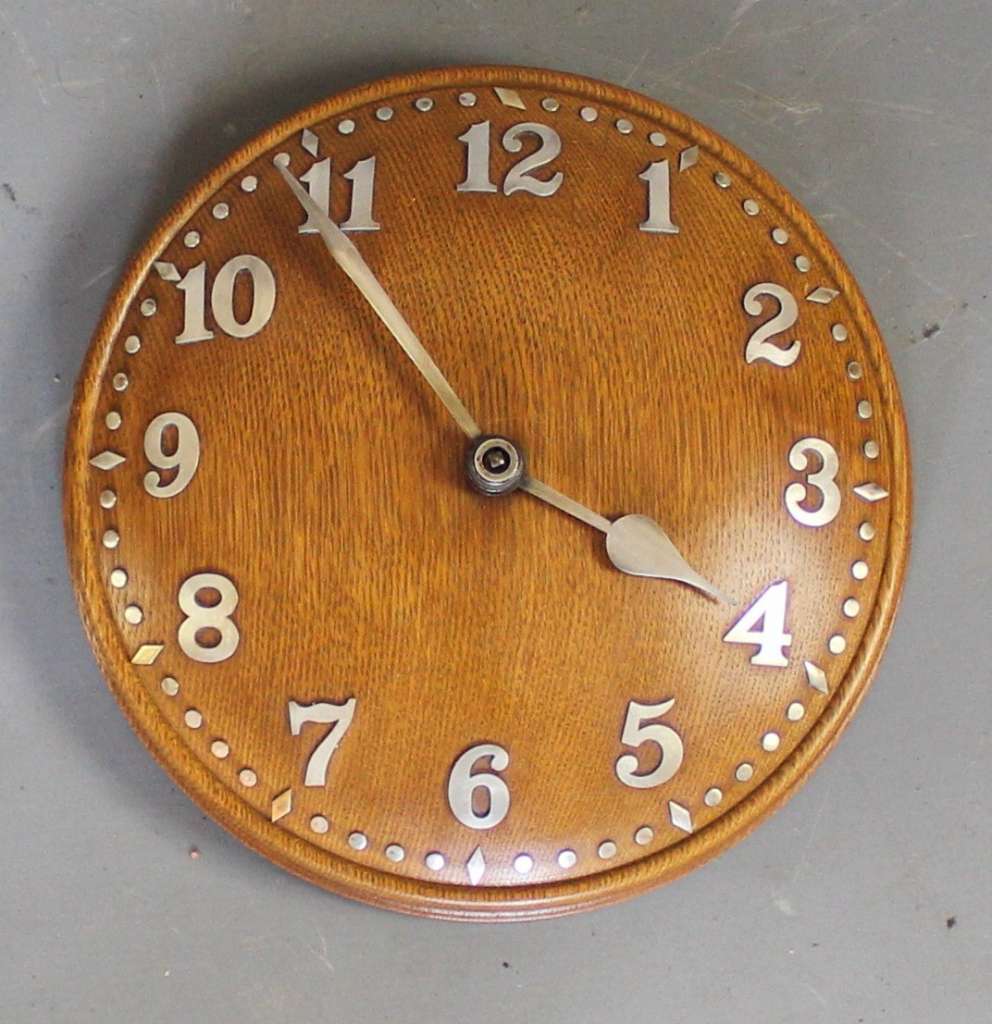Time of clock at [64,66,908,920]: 3:53
